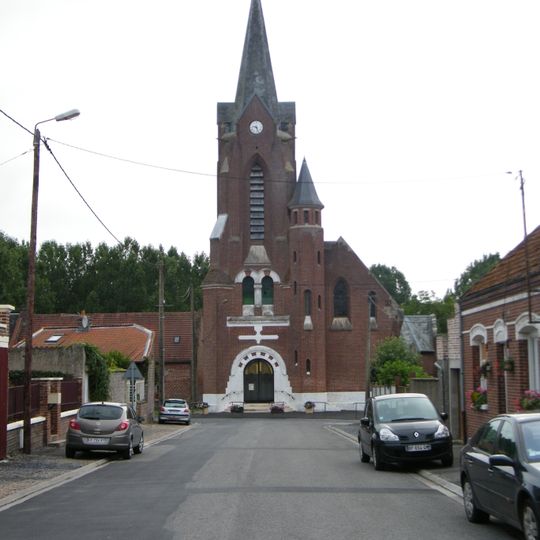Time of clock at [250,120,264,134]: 9:26
